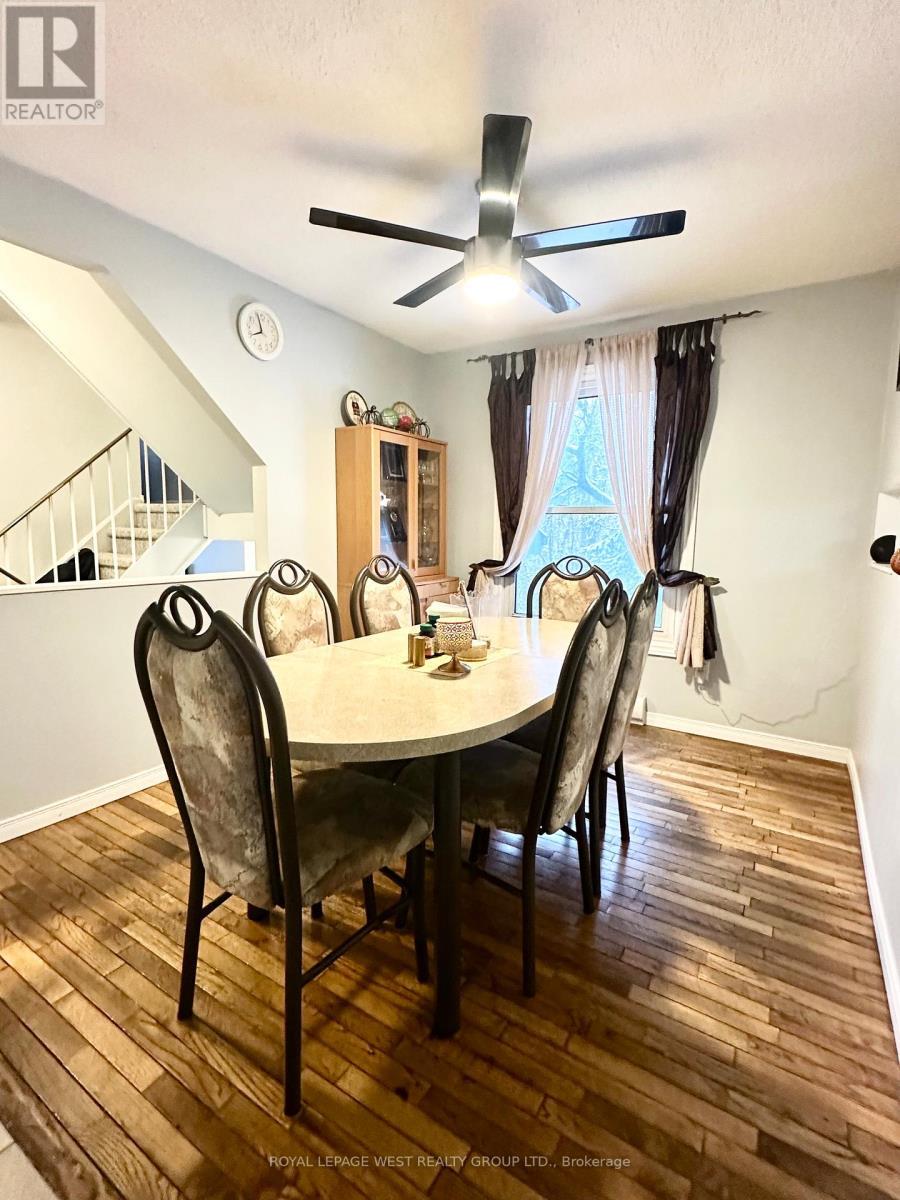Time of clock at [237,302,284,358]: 7:57
